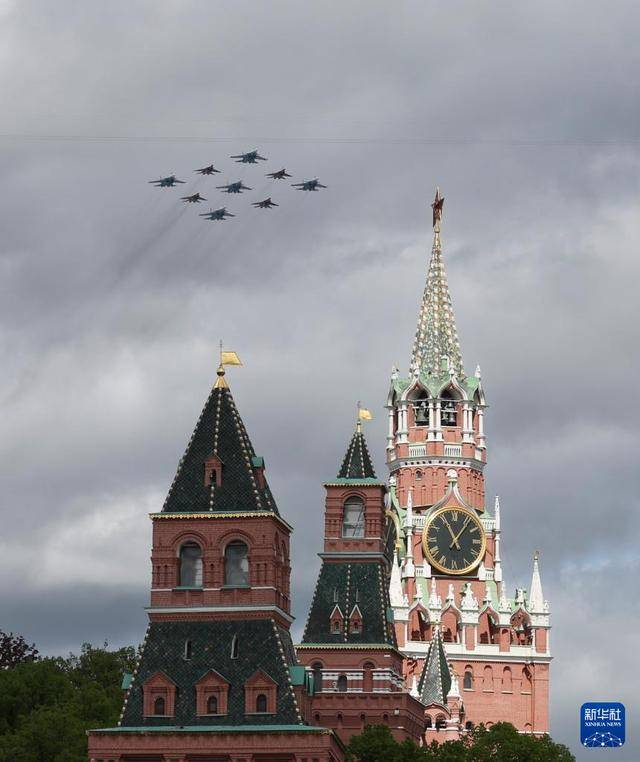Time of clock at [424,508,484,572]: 11:06
